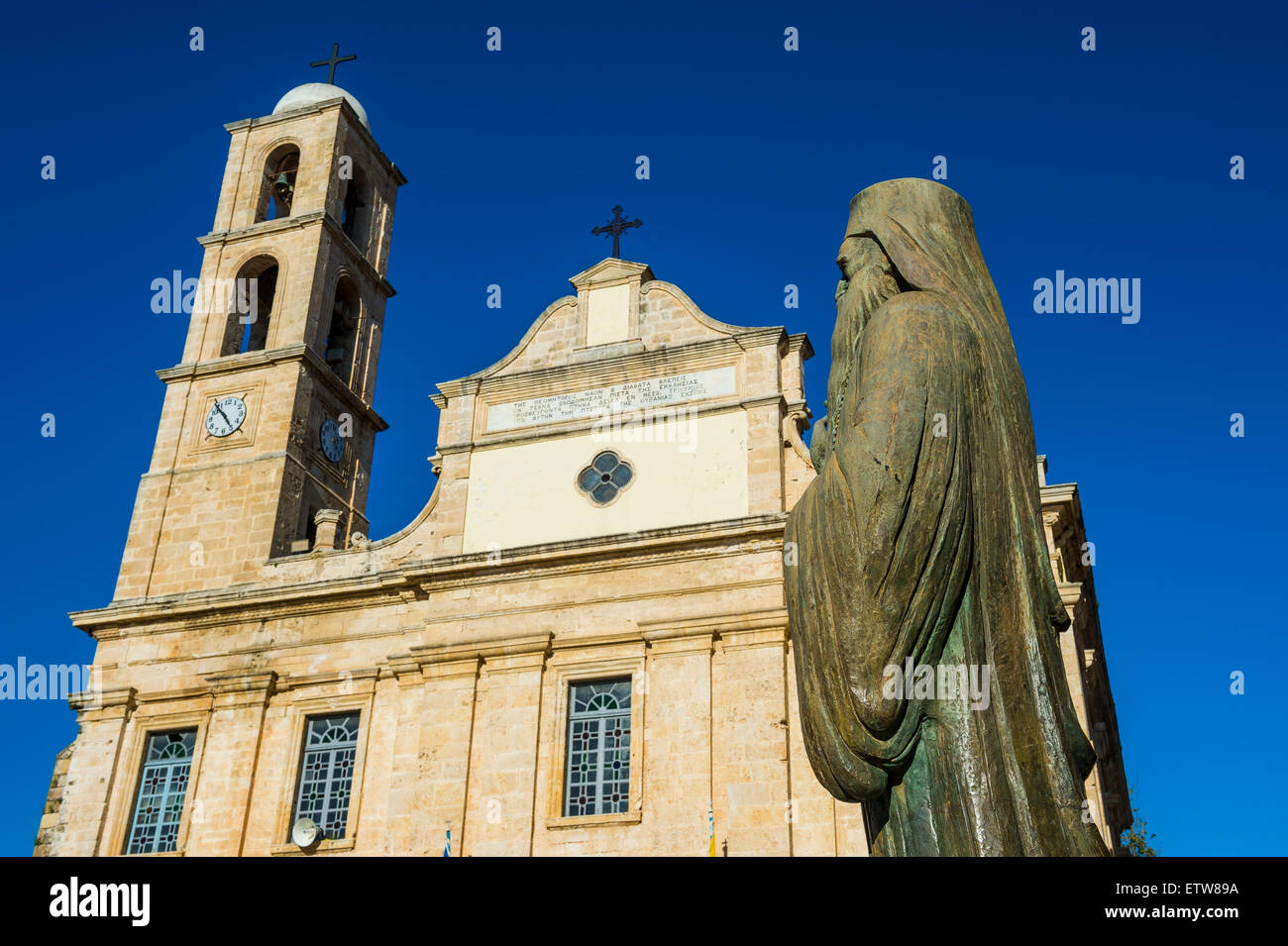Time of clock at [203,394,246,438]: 4:53
